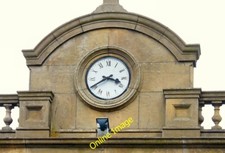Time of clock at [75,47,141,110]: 3:40
